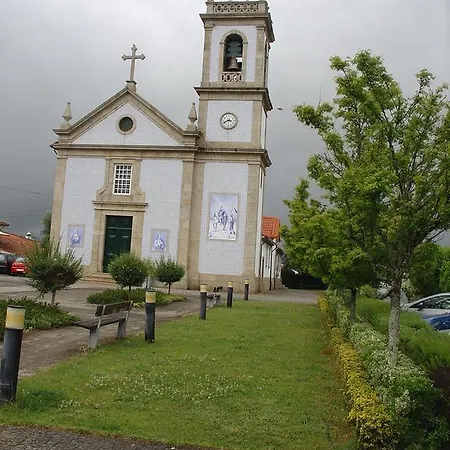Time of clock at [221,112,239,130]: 3:40
